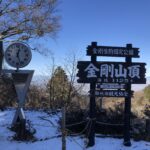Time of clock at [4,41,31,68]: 12:26
